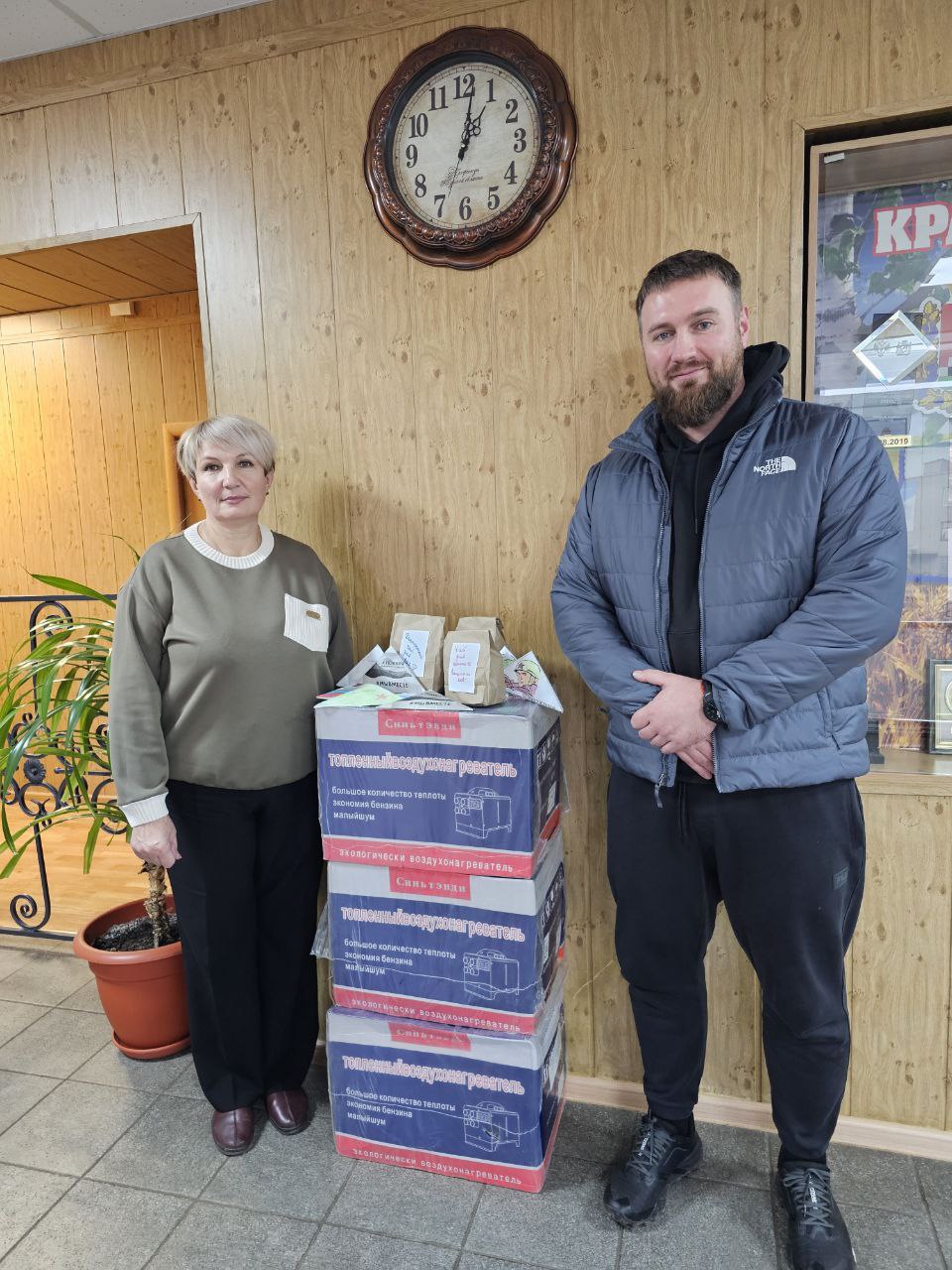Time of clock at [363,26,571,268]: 1:01
